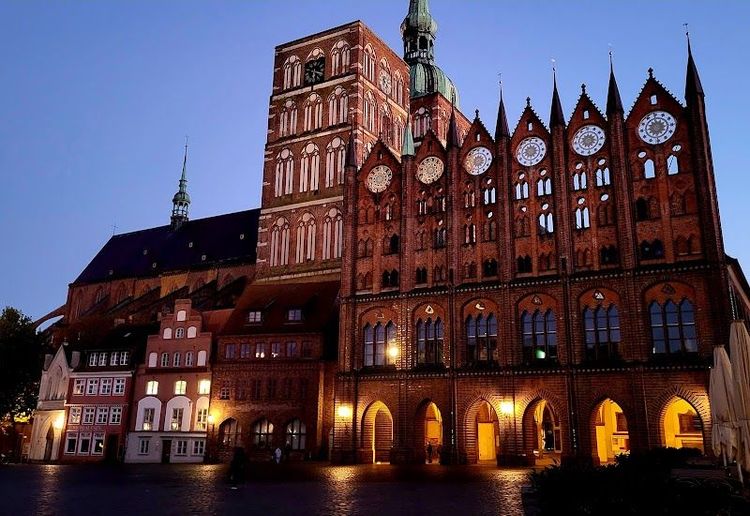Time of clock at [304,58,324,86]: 6:18
